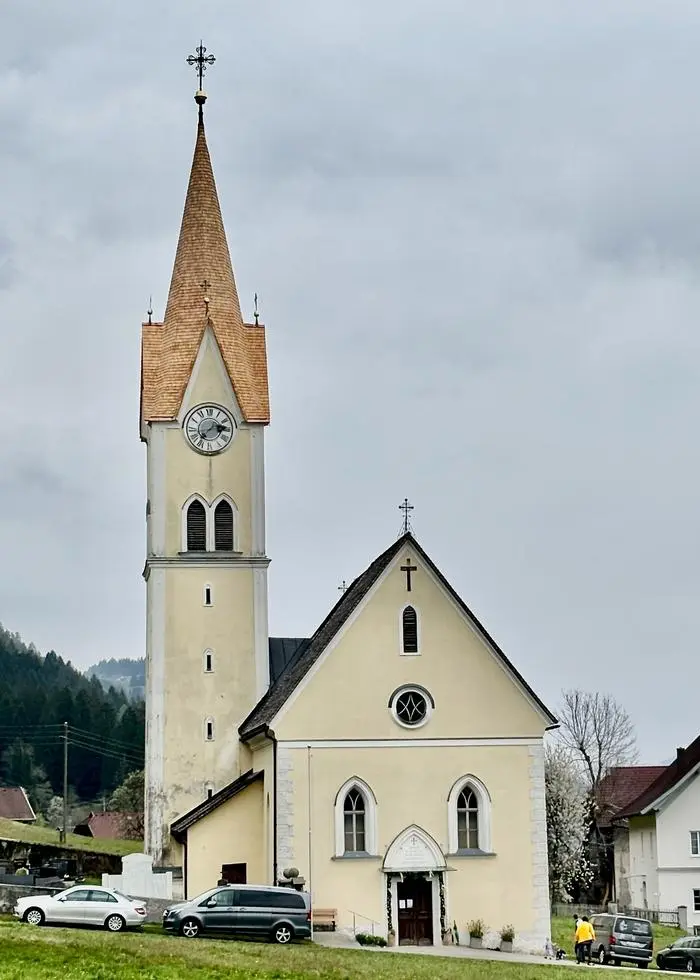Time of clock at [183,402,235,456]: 2:36
